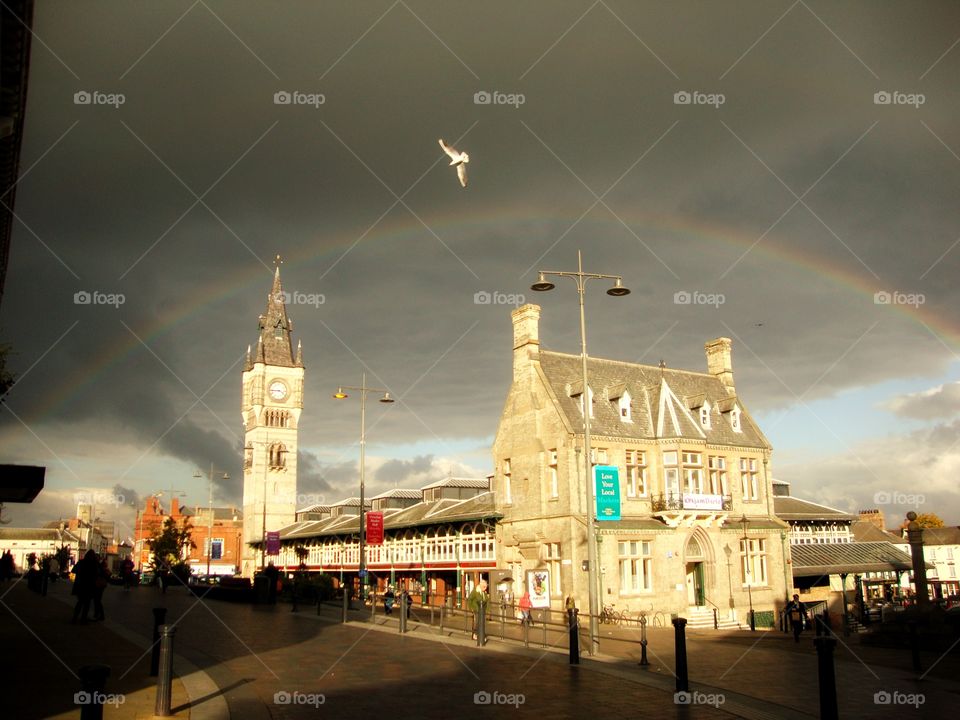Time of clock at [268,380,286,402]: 3:44
